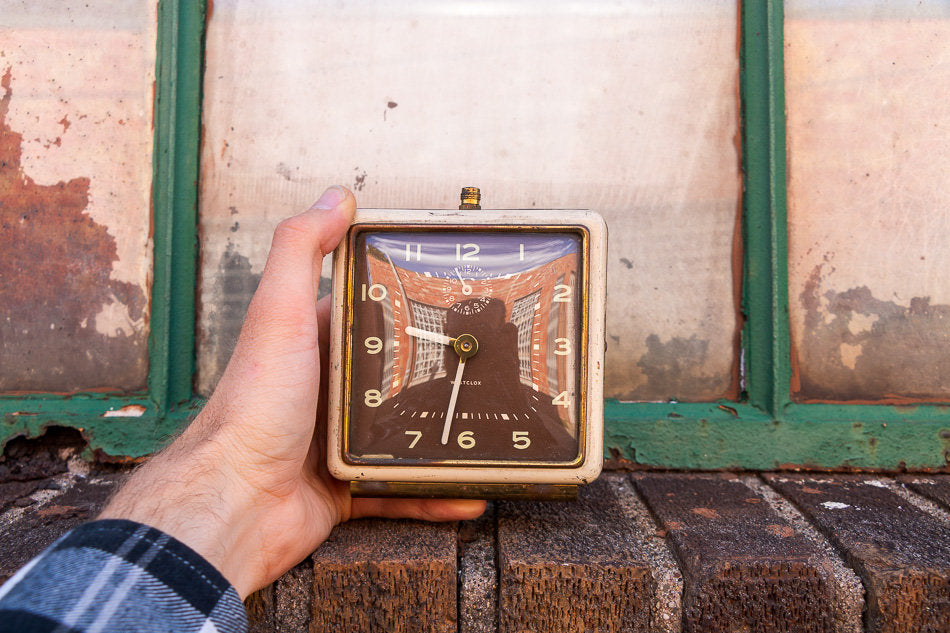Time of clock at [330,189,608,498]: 9:32
